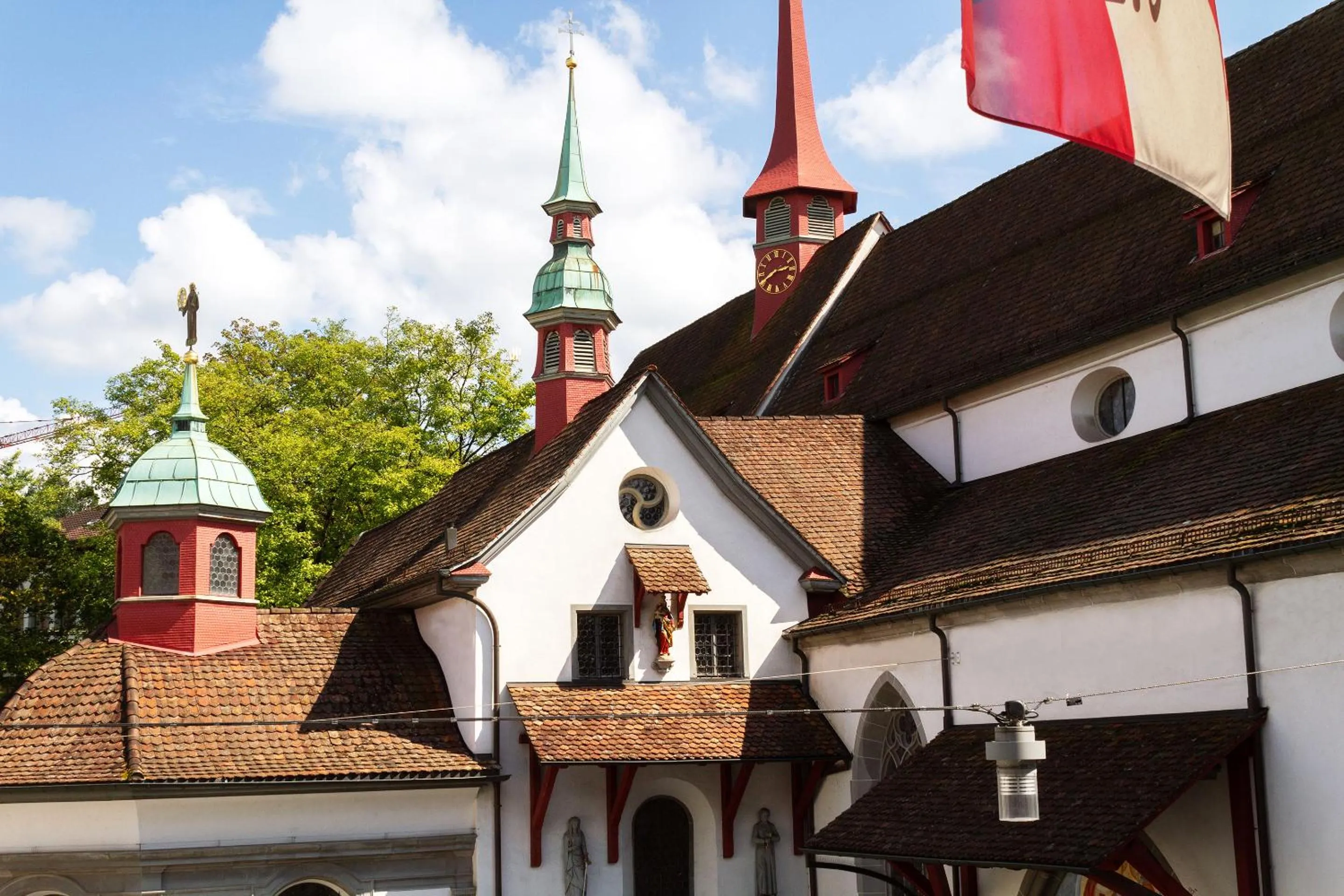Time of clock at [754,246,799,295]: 2:40
